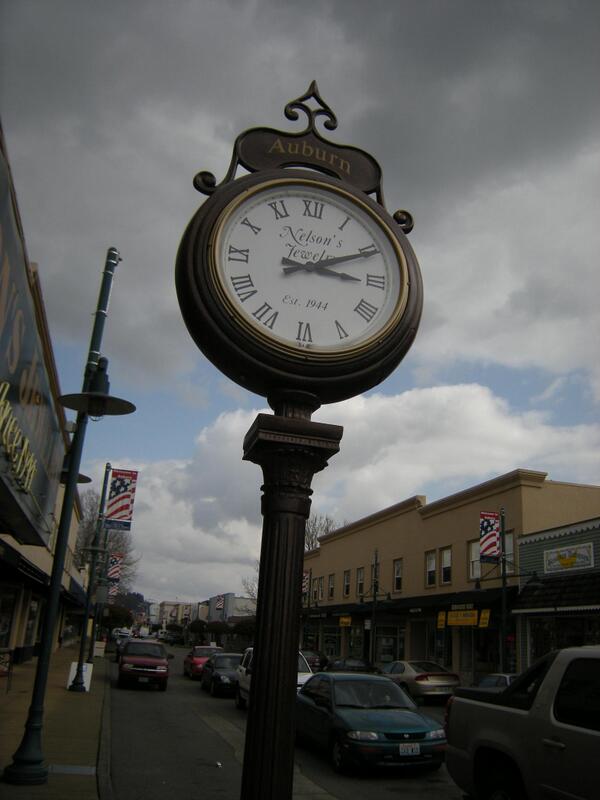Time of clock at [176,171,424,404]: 3:10
